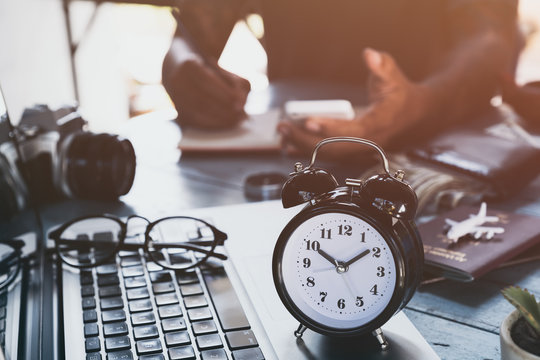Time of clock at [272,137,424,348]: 1:50
